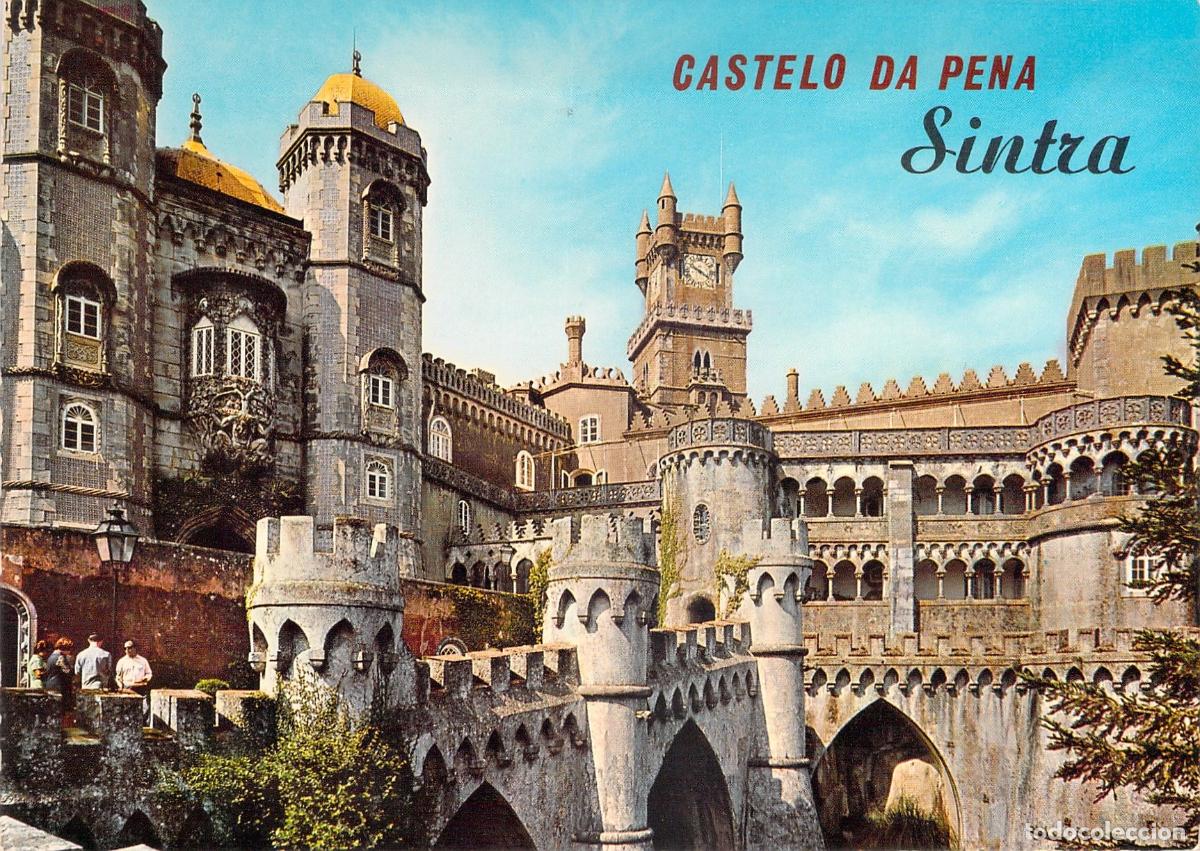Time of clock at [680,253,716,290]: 3:48
